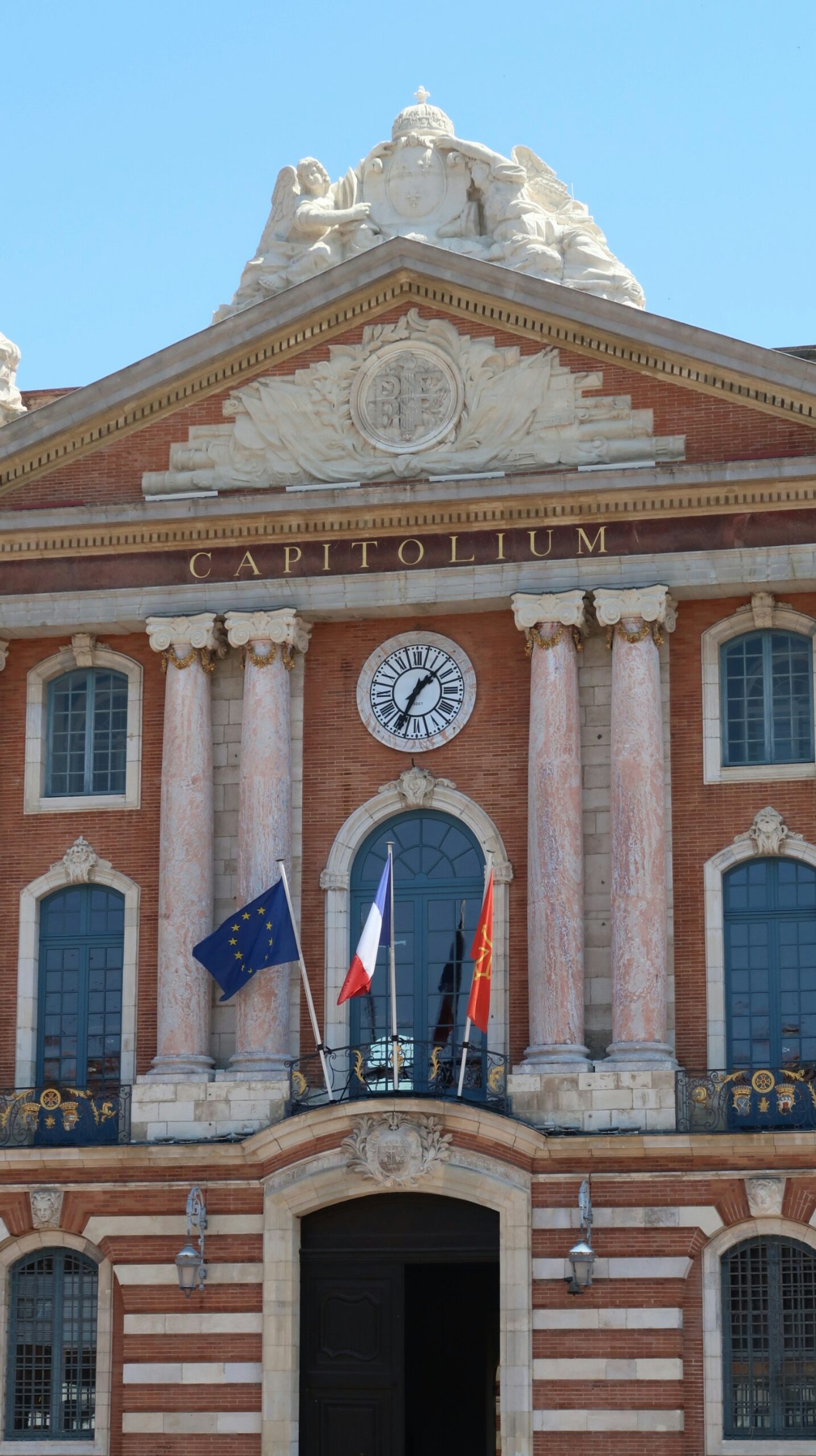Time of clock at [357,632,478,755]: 1:34
